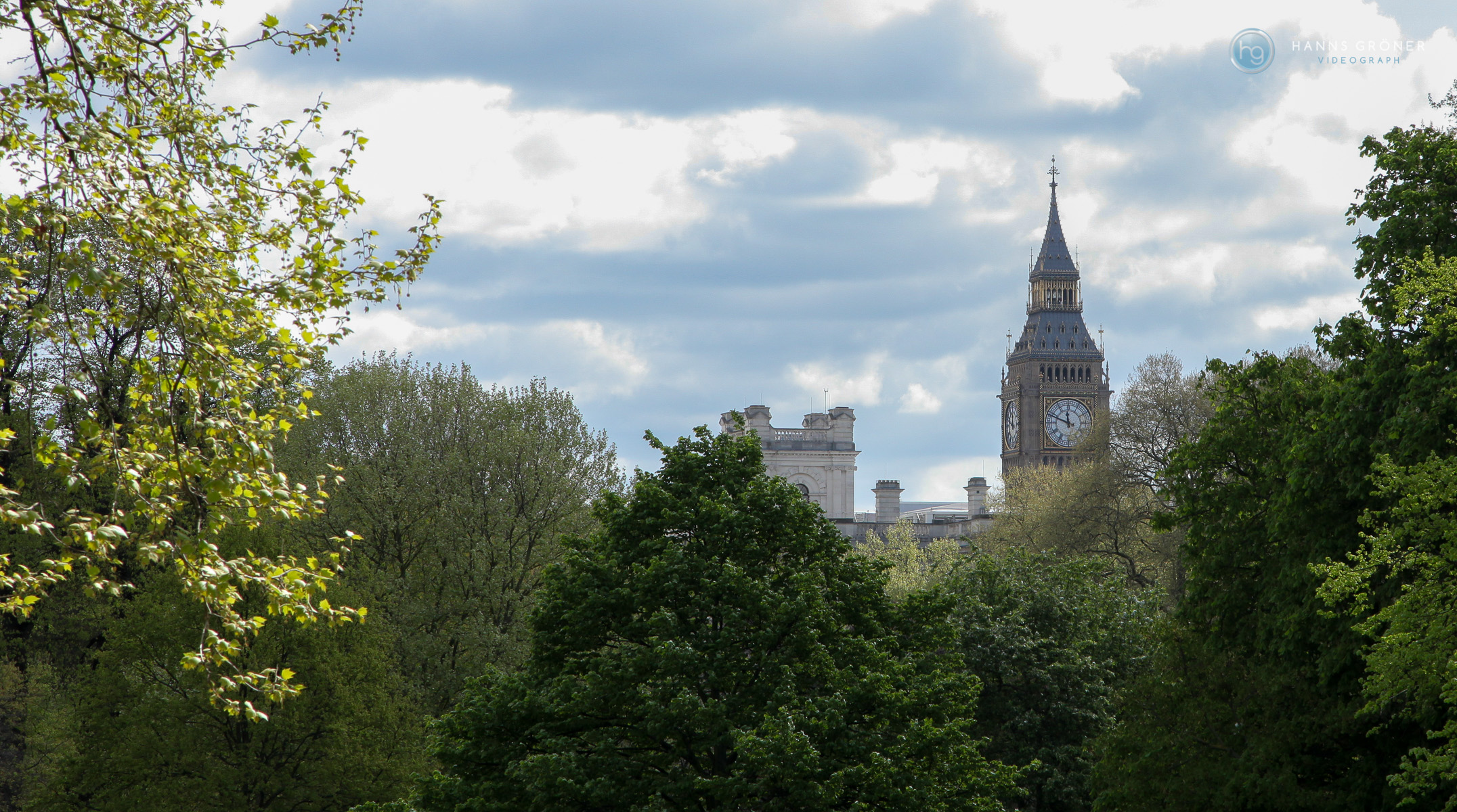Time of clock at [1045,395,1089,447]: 11:48
